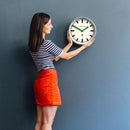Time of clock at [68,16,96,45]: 1:49
